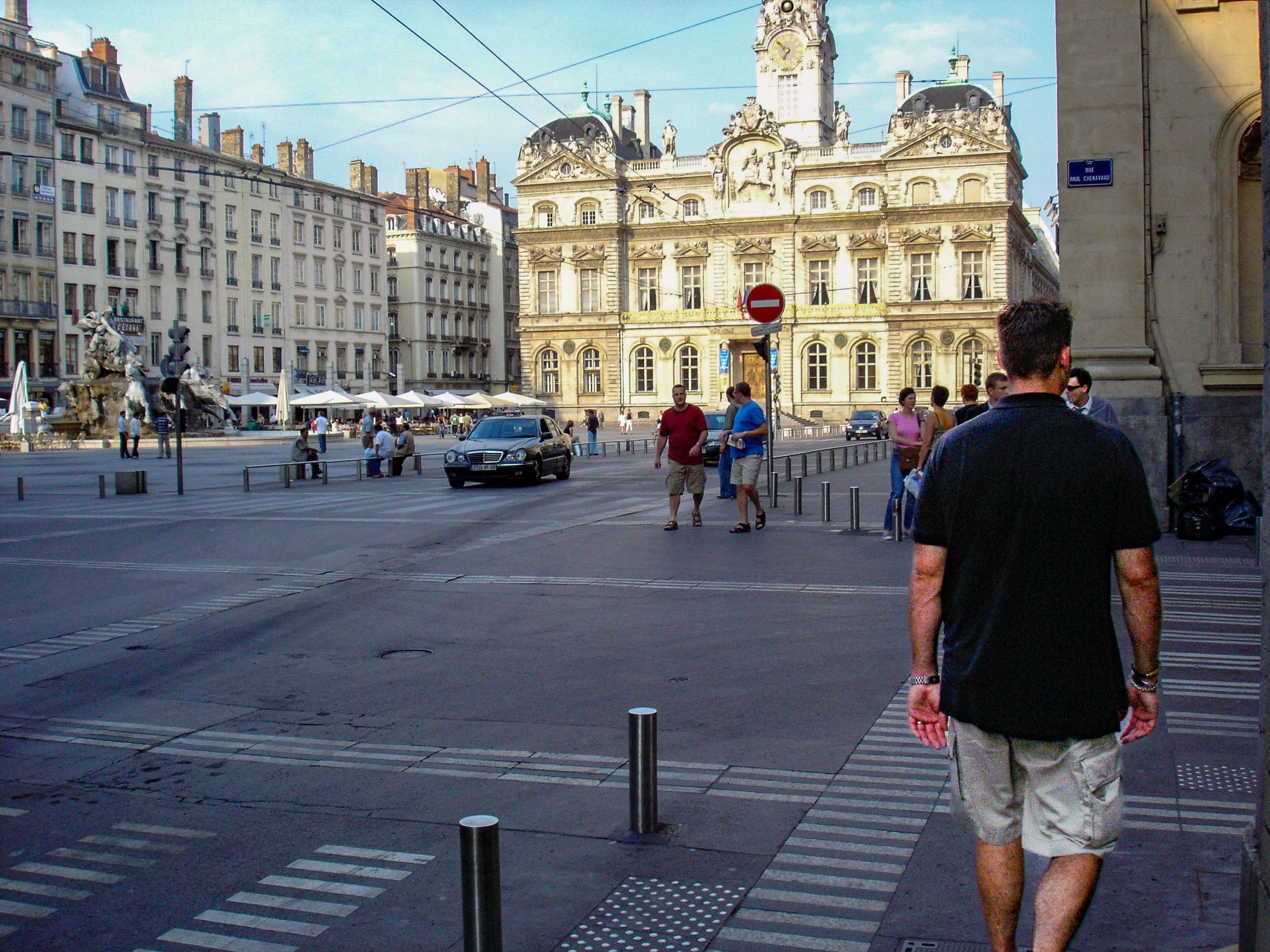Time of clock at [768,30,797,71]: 6:50
